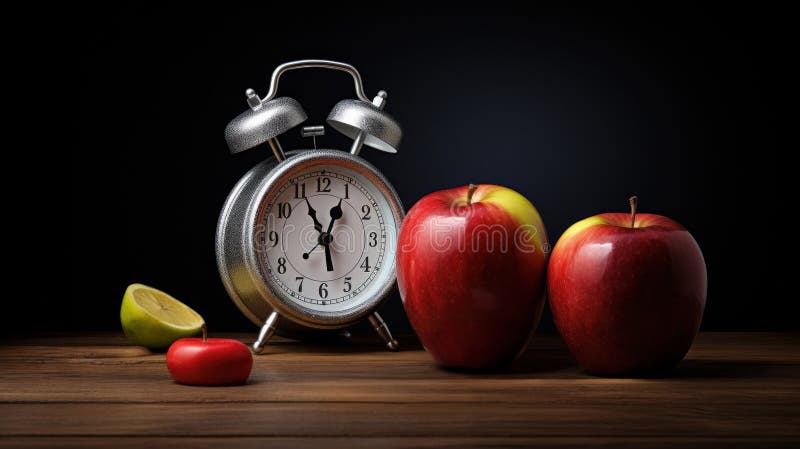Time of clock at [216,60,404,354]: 12:55
